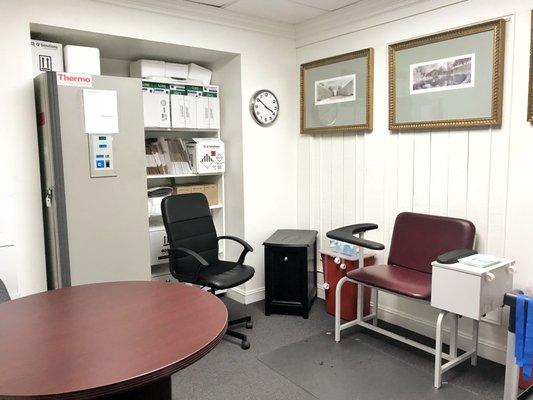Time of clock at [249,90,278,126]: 3:51
